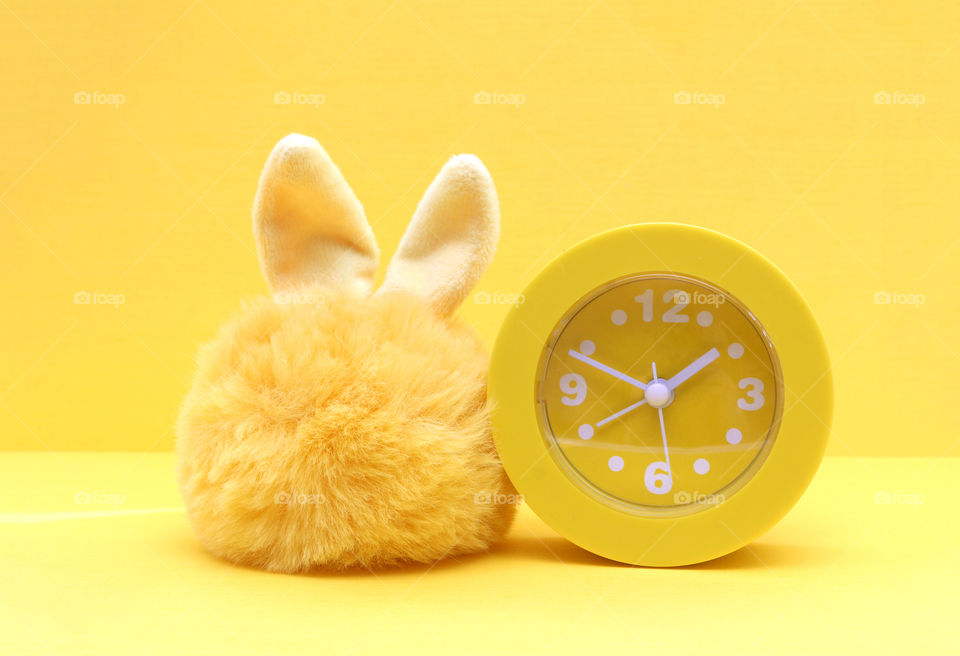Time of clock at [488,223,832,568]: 1:48
